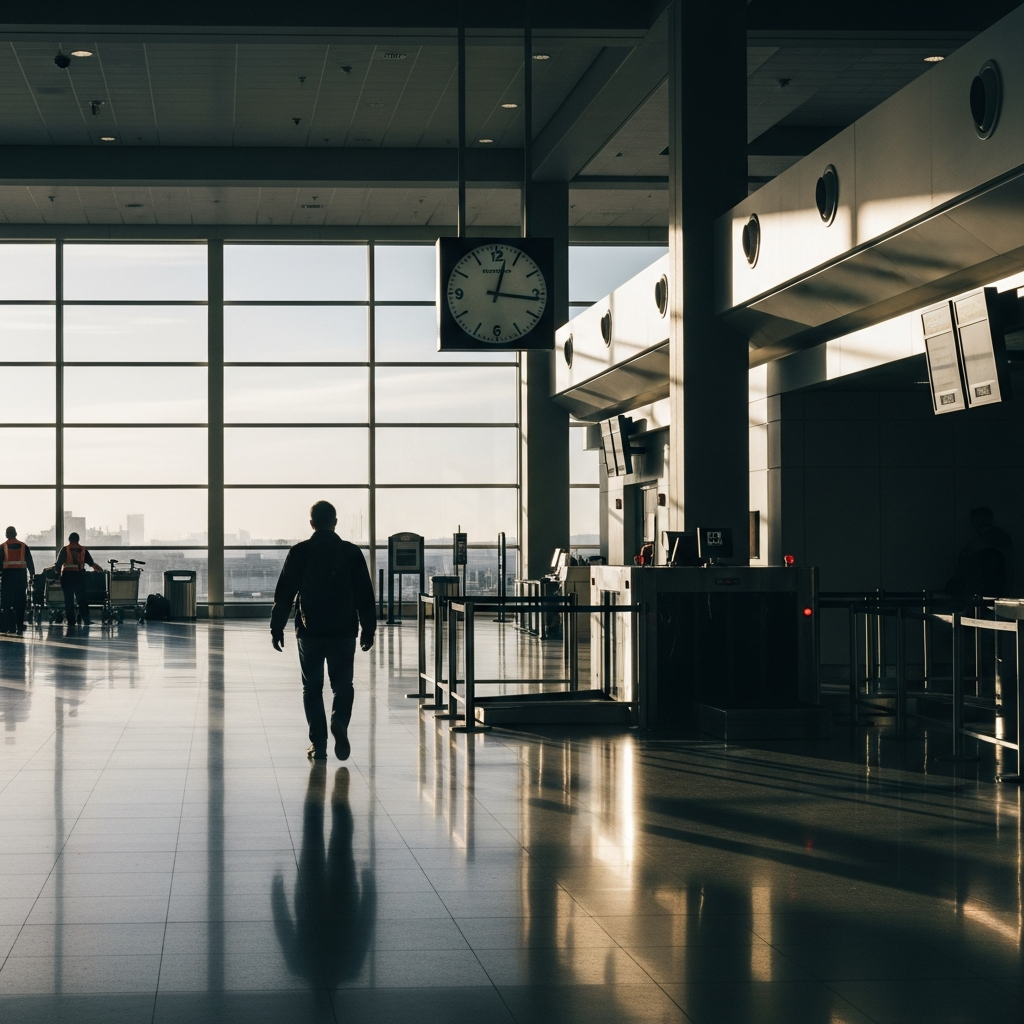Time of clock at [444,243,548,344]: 12:16
